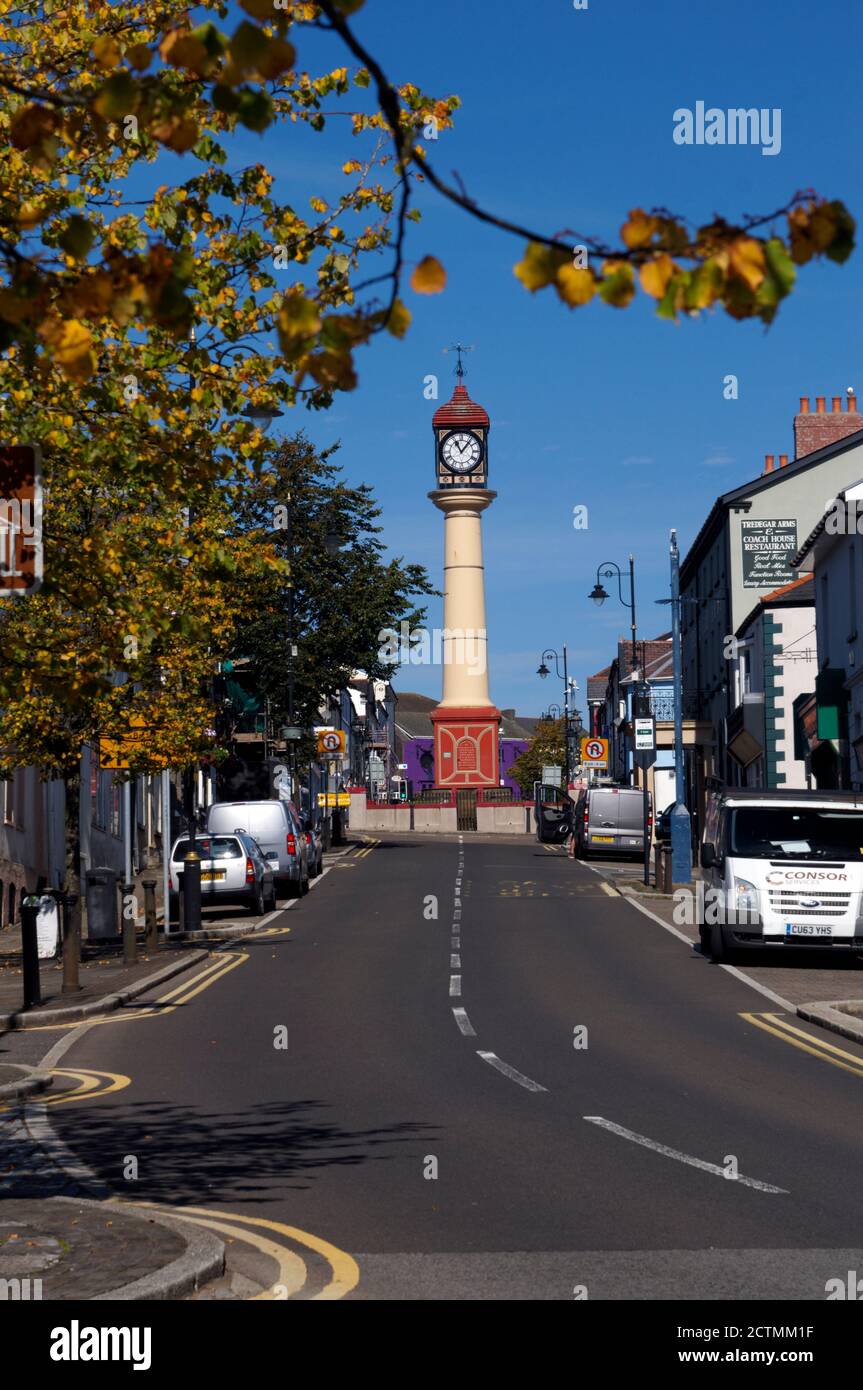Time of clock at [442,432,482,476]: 11:06
